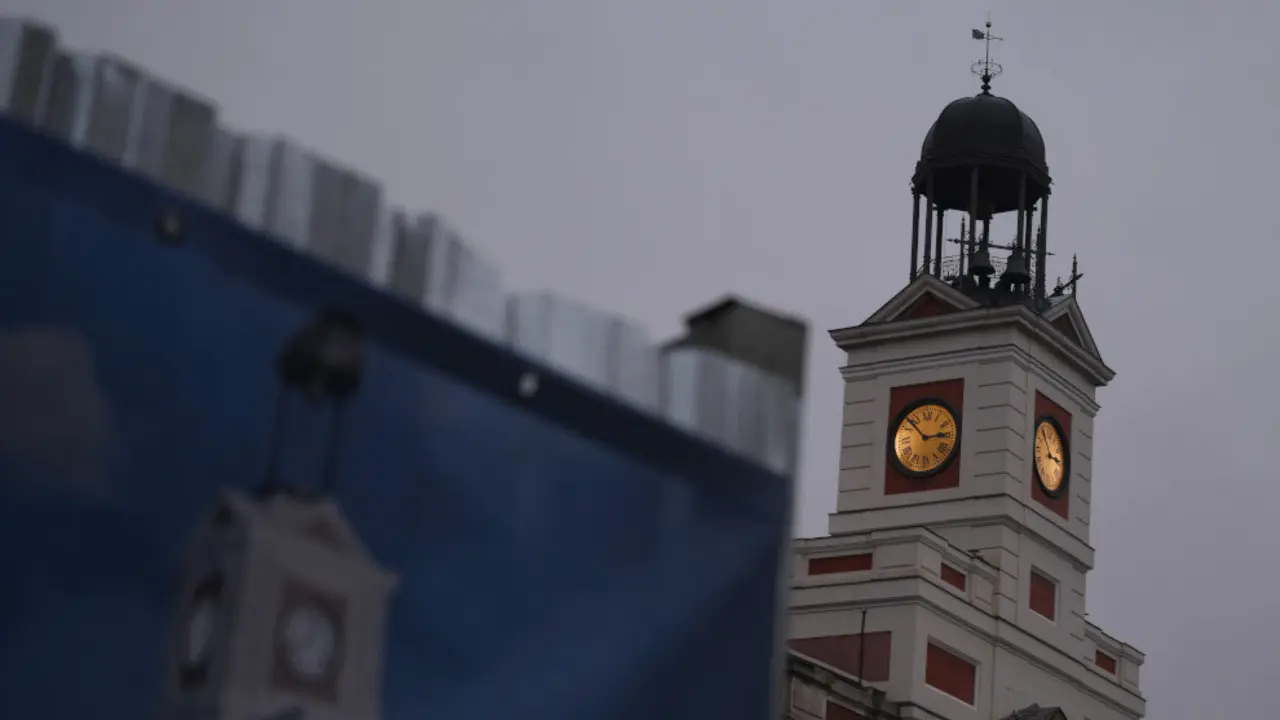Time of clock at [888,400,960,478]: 2:52
